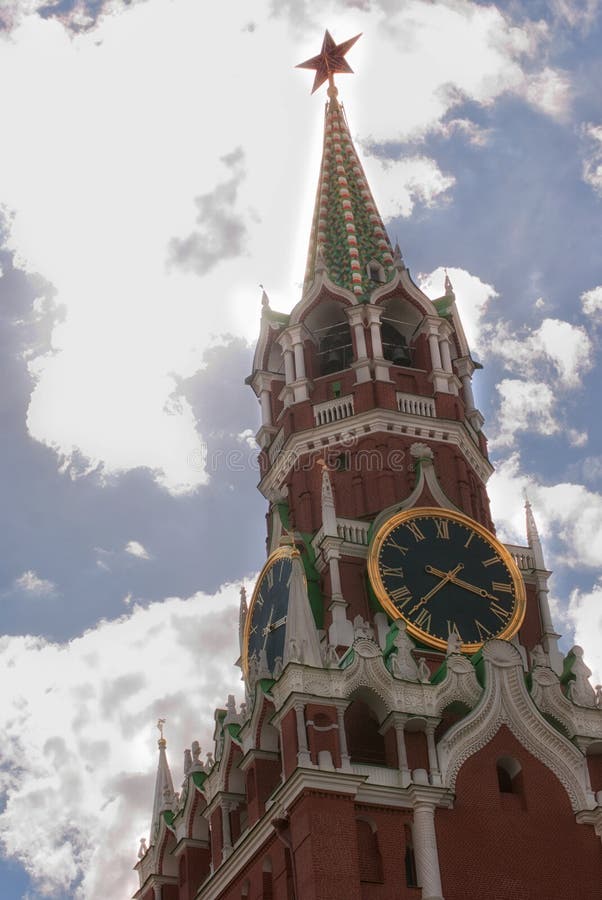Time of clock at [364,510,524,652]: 3:37
